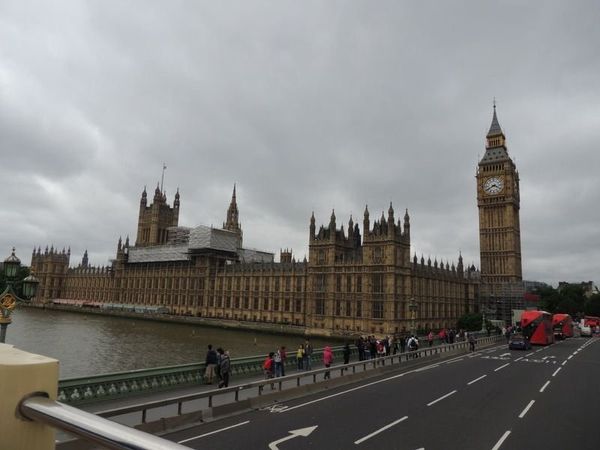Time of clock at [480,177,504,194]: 3:40
